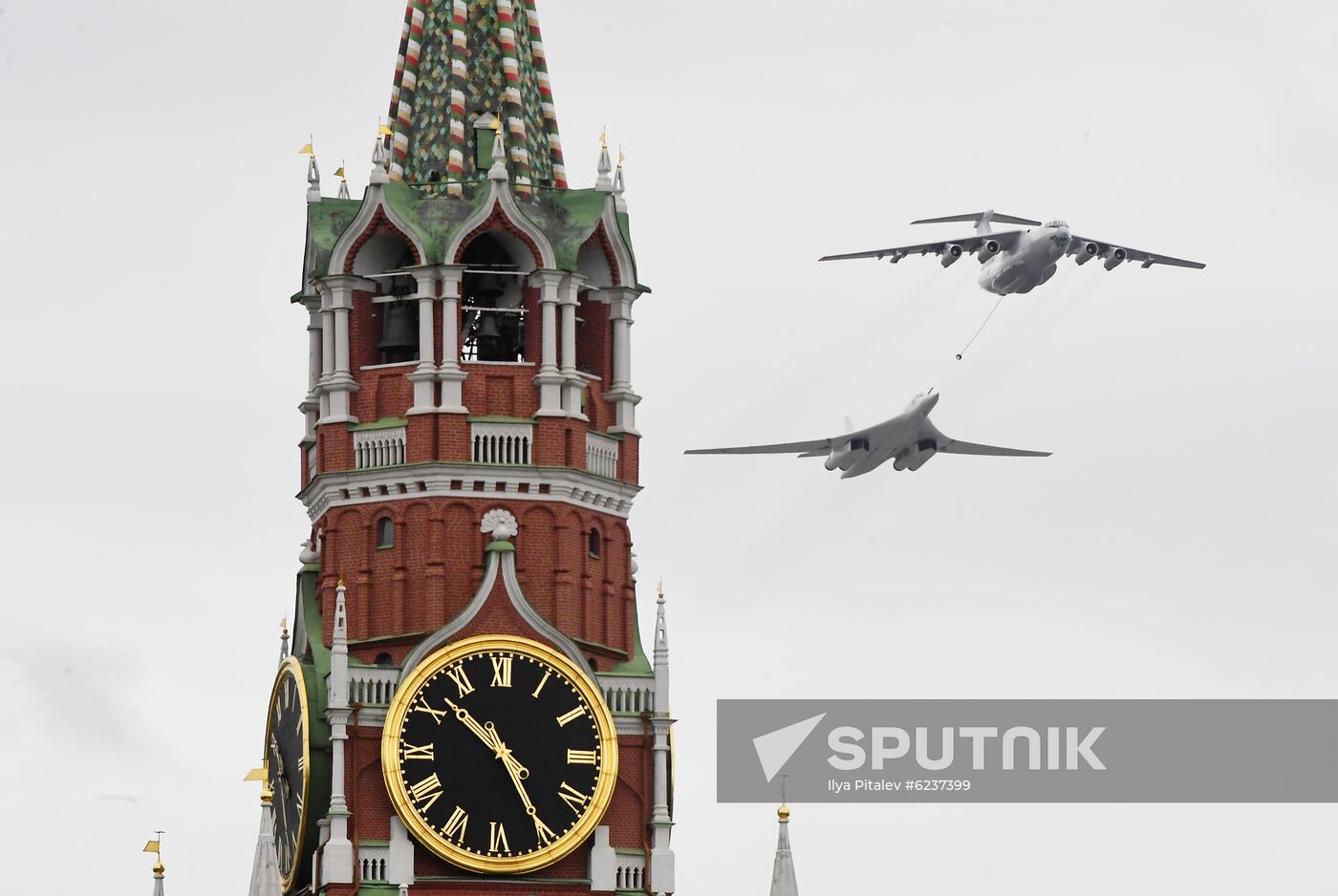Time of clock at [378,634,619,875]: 10:25
